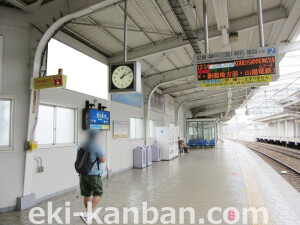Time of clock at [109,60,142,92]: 1:10
